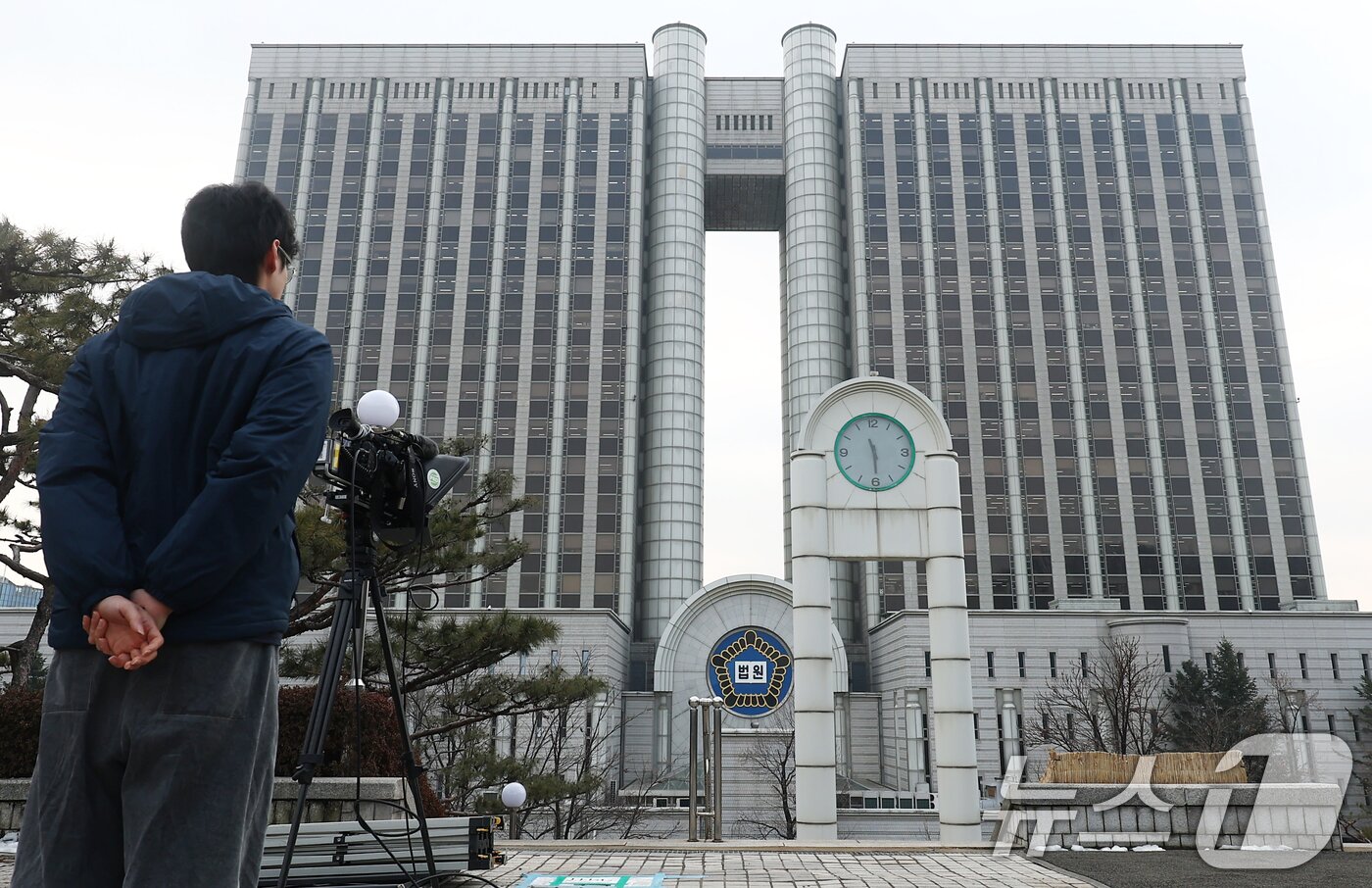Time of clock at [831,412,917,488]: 11:29
